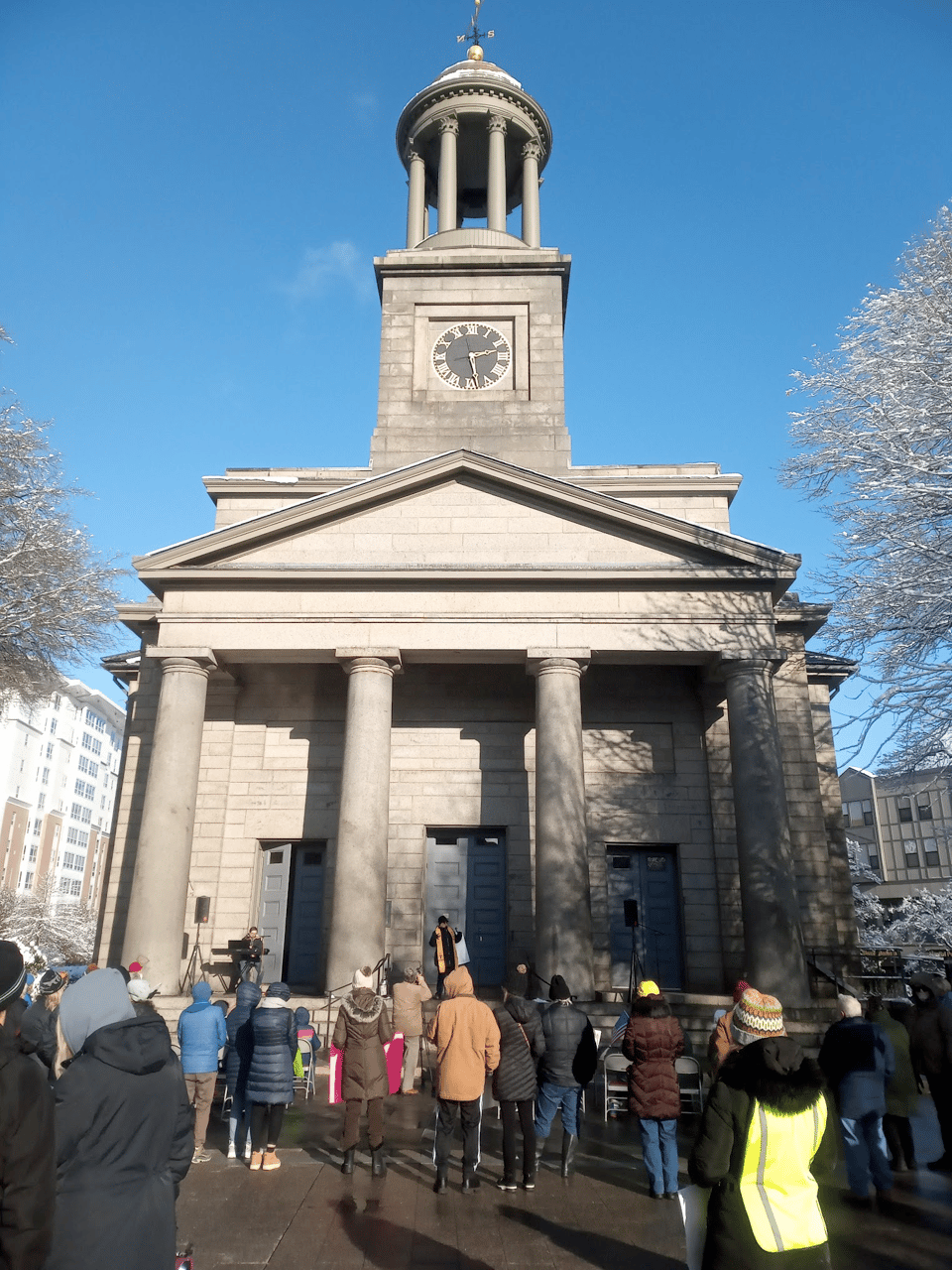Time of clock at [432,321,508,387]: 2:28
